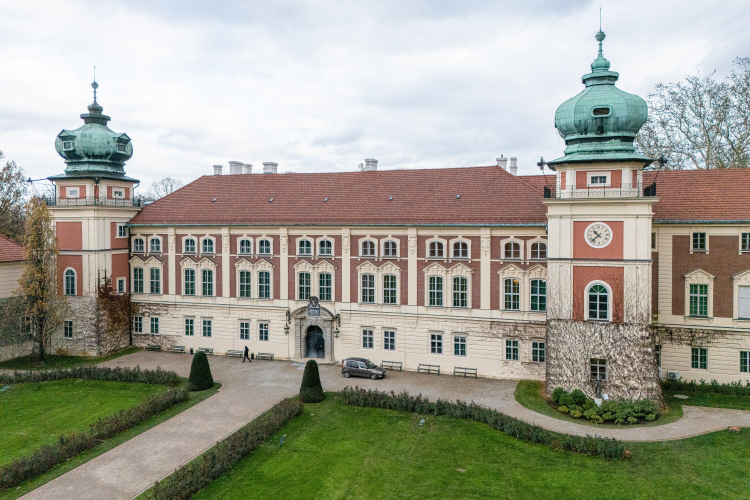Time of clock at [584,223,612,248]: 10:37
